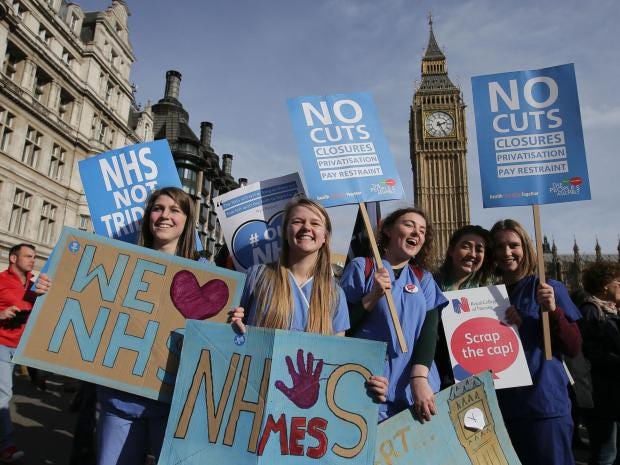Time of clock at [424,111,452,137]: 2:25
